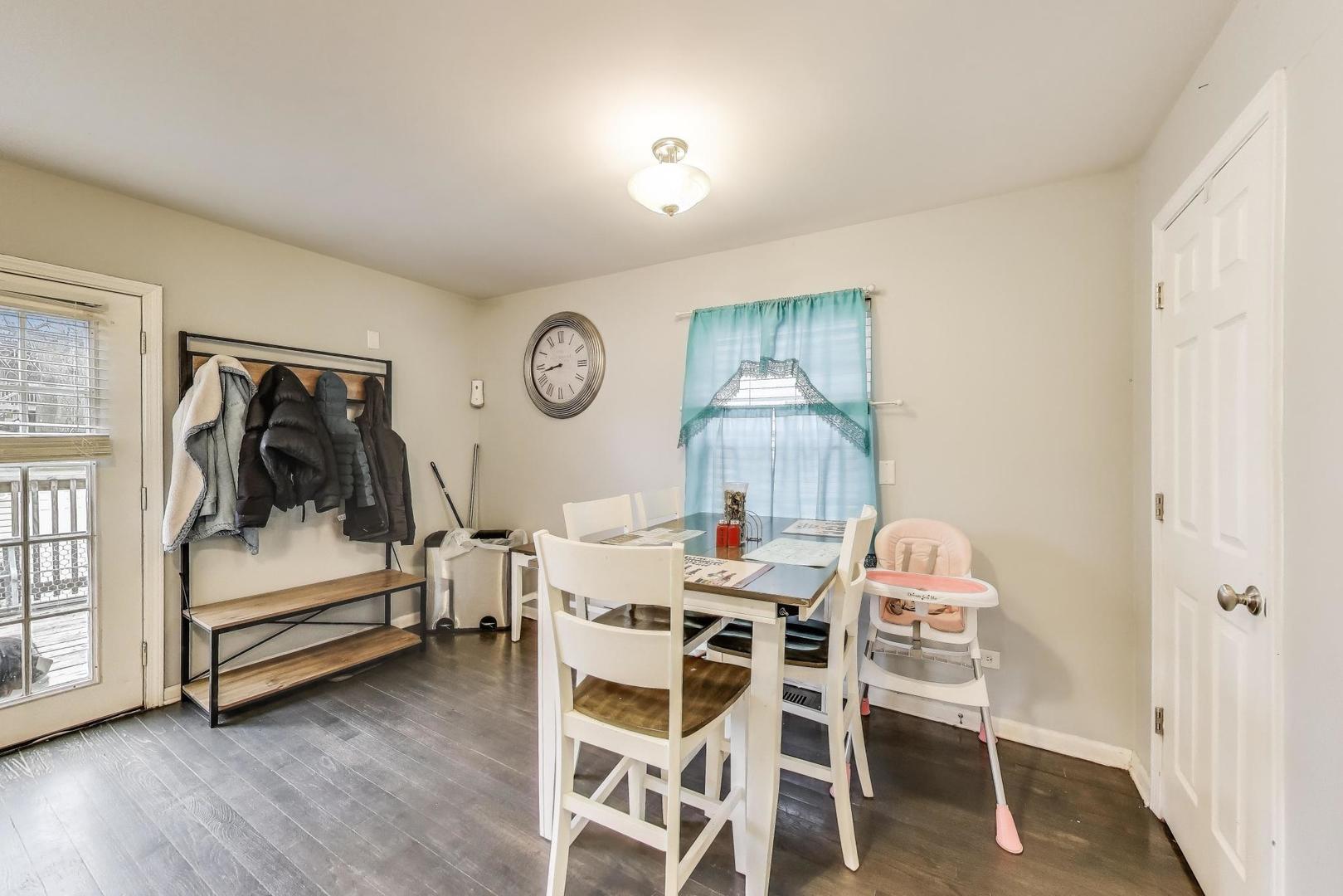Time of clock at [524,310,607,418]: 8:42
